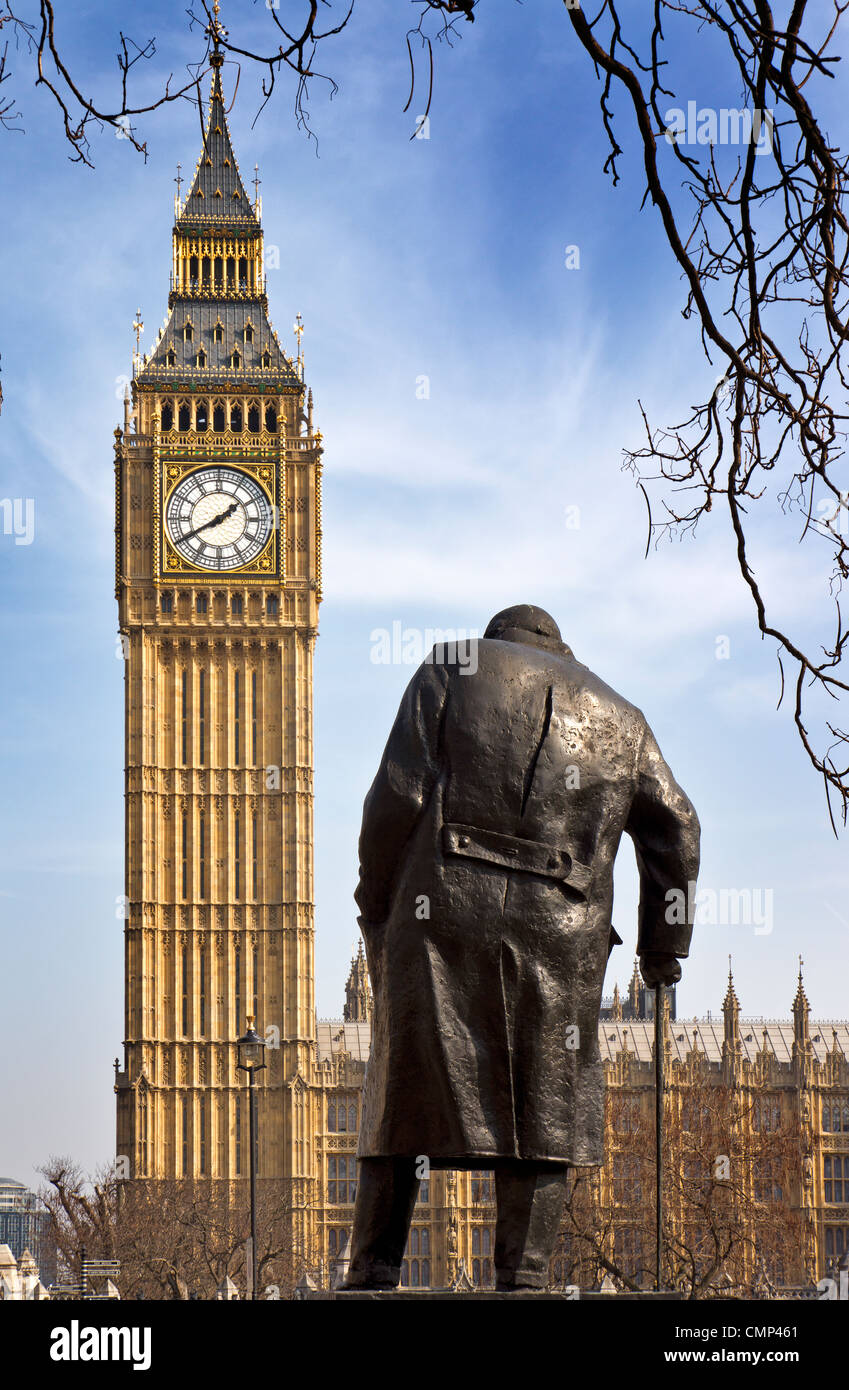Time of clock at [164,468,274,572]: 1:40
